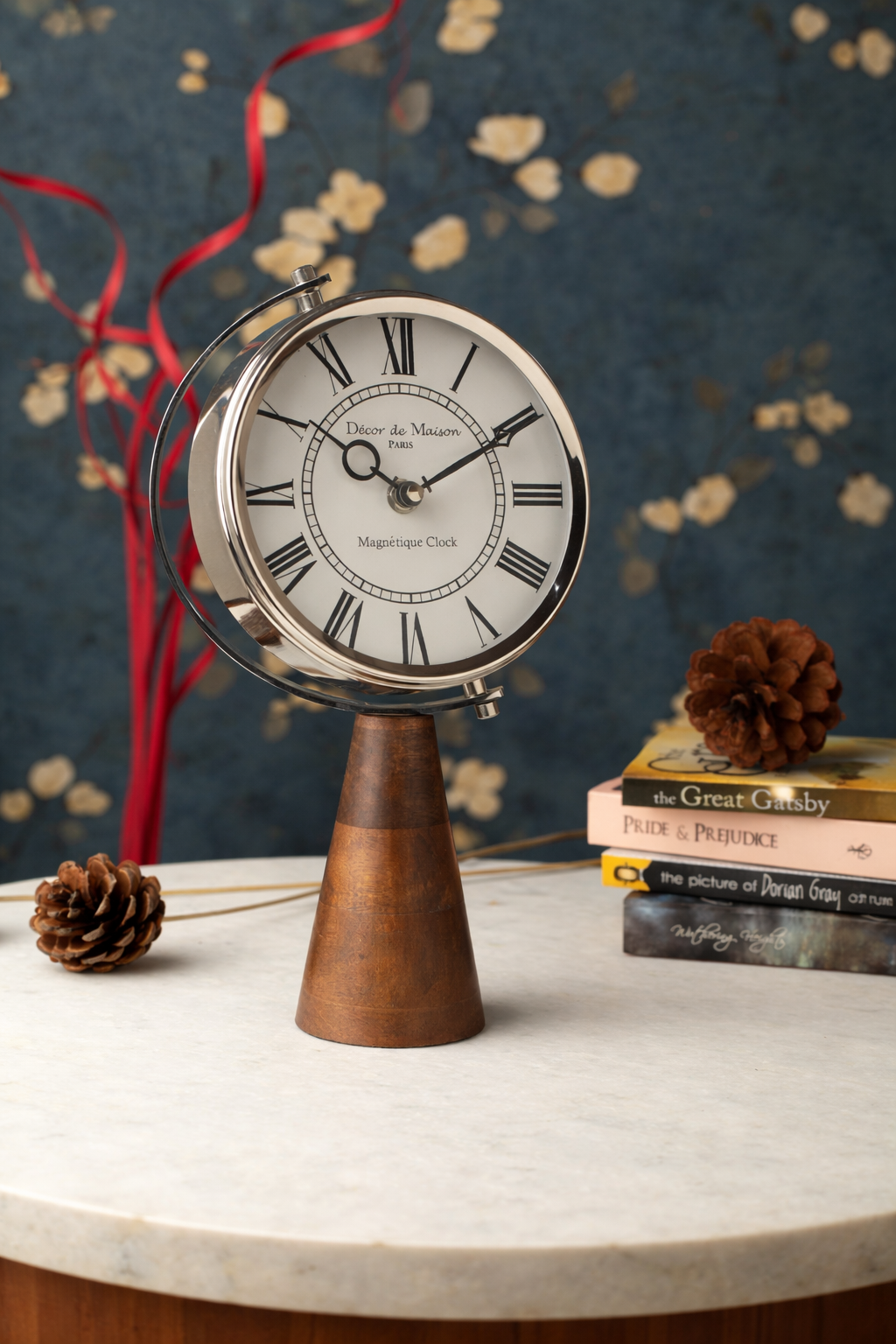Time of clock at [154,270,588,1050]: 10:10
